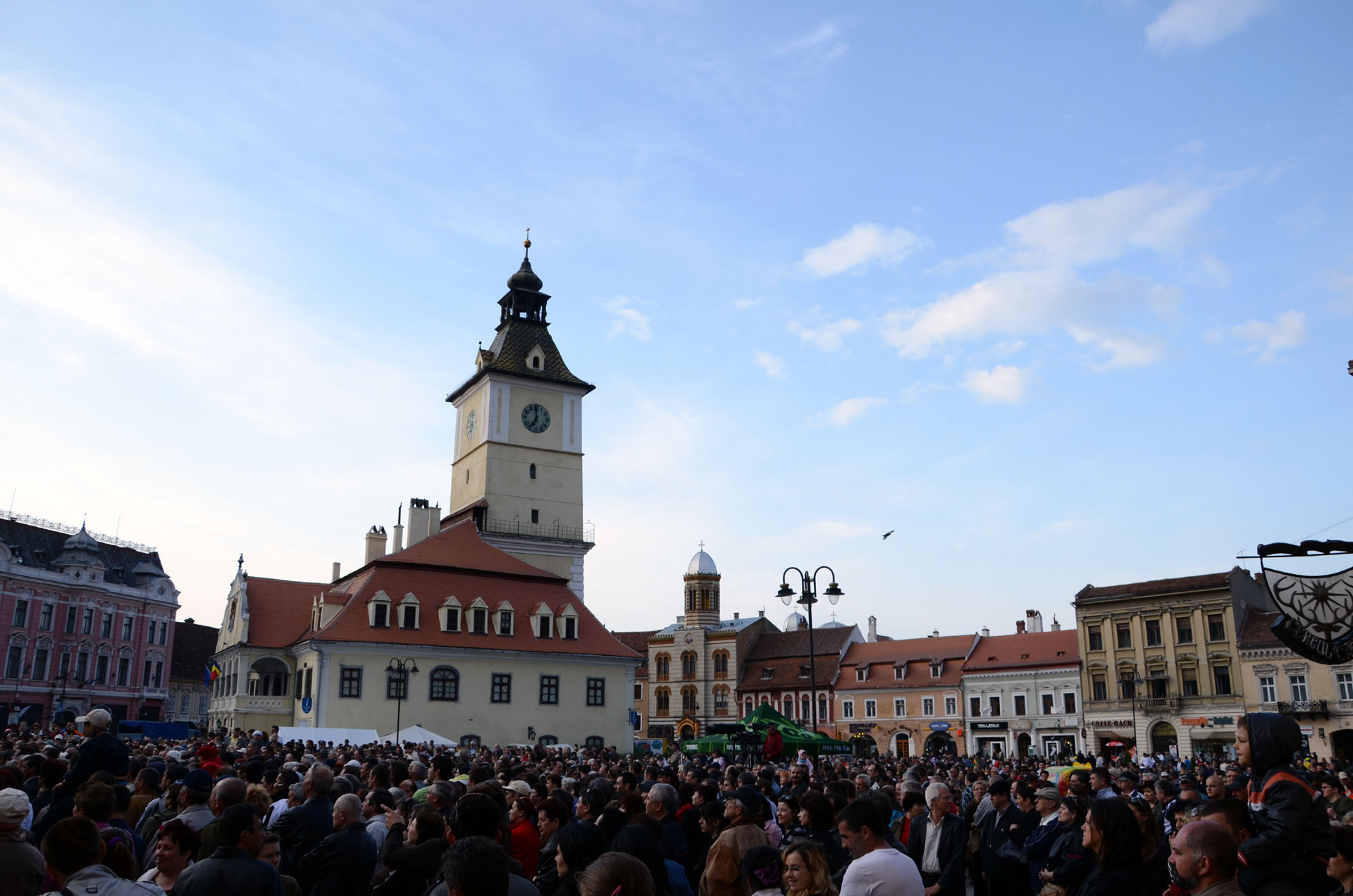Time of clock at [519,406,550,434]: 6:59
